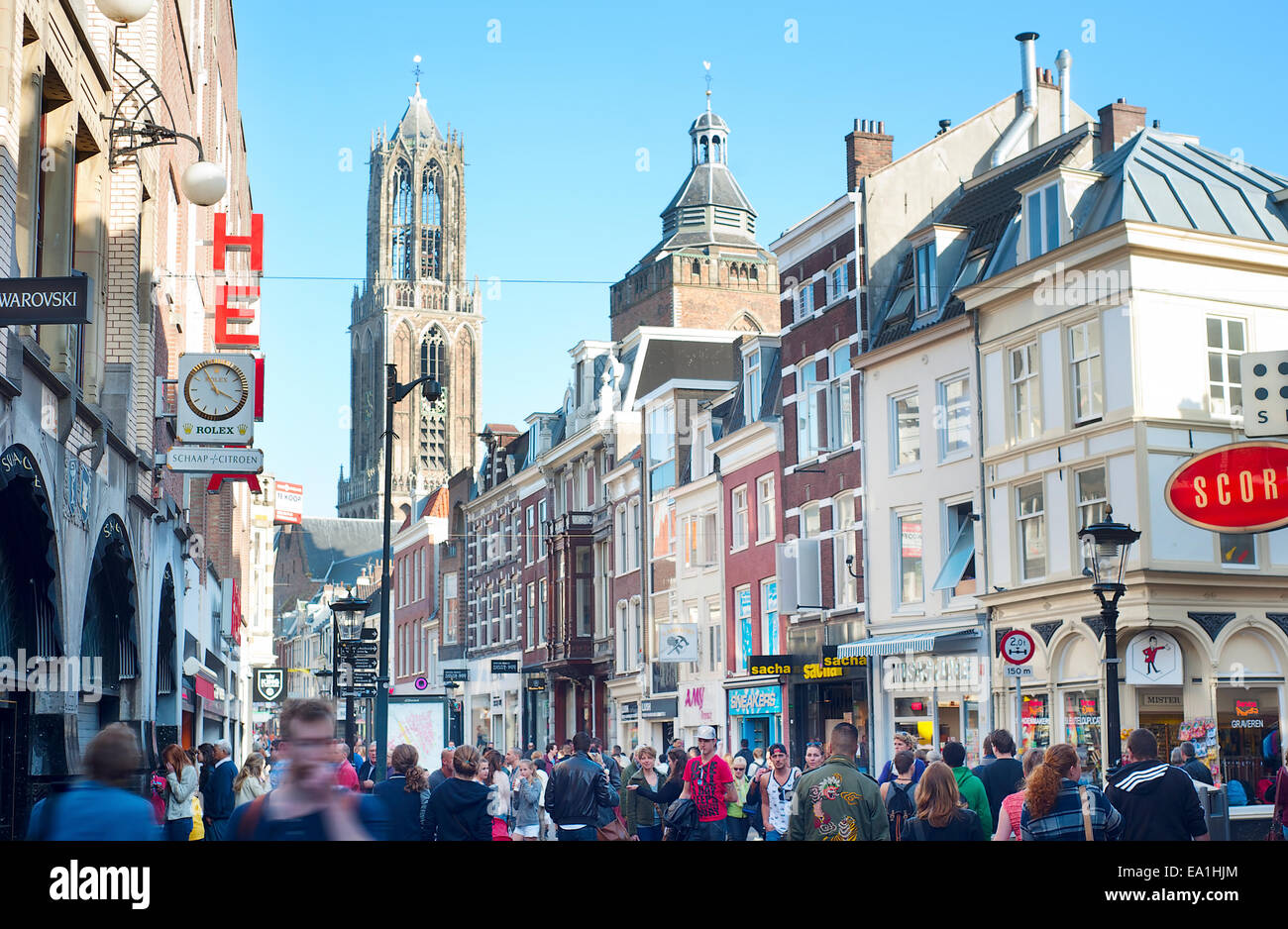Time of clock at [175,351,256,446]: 3:55
